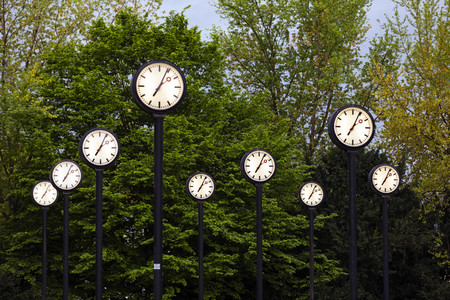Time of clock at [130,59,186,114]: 7:04
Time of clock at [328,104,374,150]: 7:04
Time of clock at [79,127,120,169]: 7:04
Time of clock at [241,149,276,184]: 7:04
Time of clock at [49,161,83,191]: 7:04
